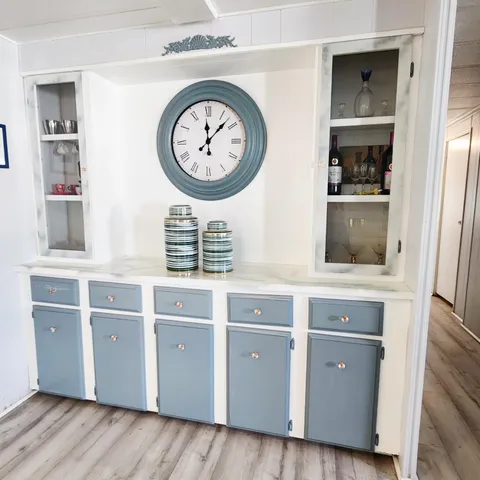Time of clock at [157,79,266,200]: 12:07
